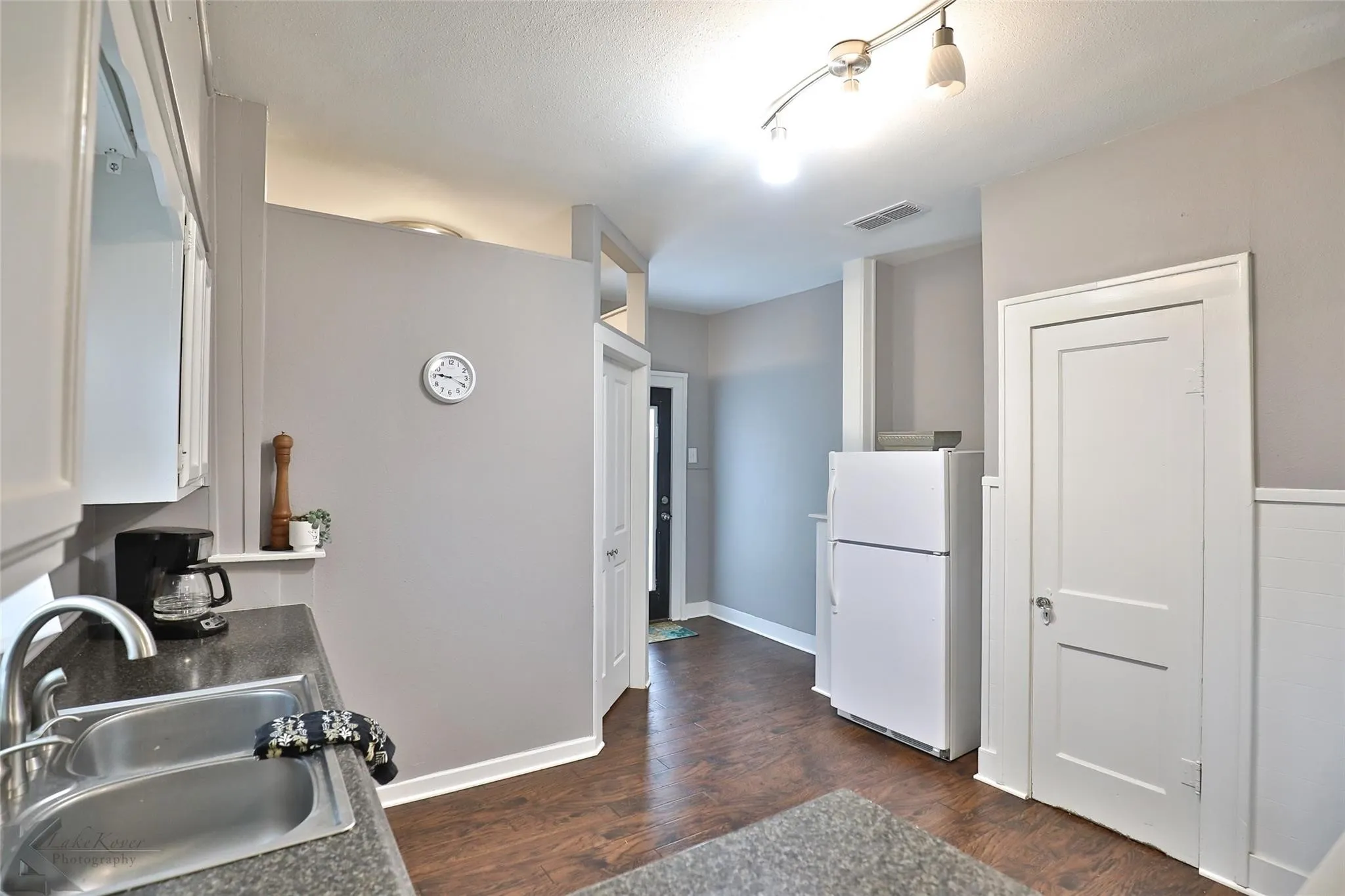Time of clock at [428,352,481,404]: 9:19
